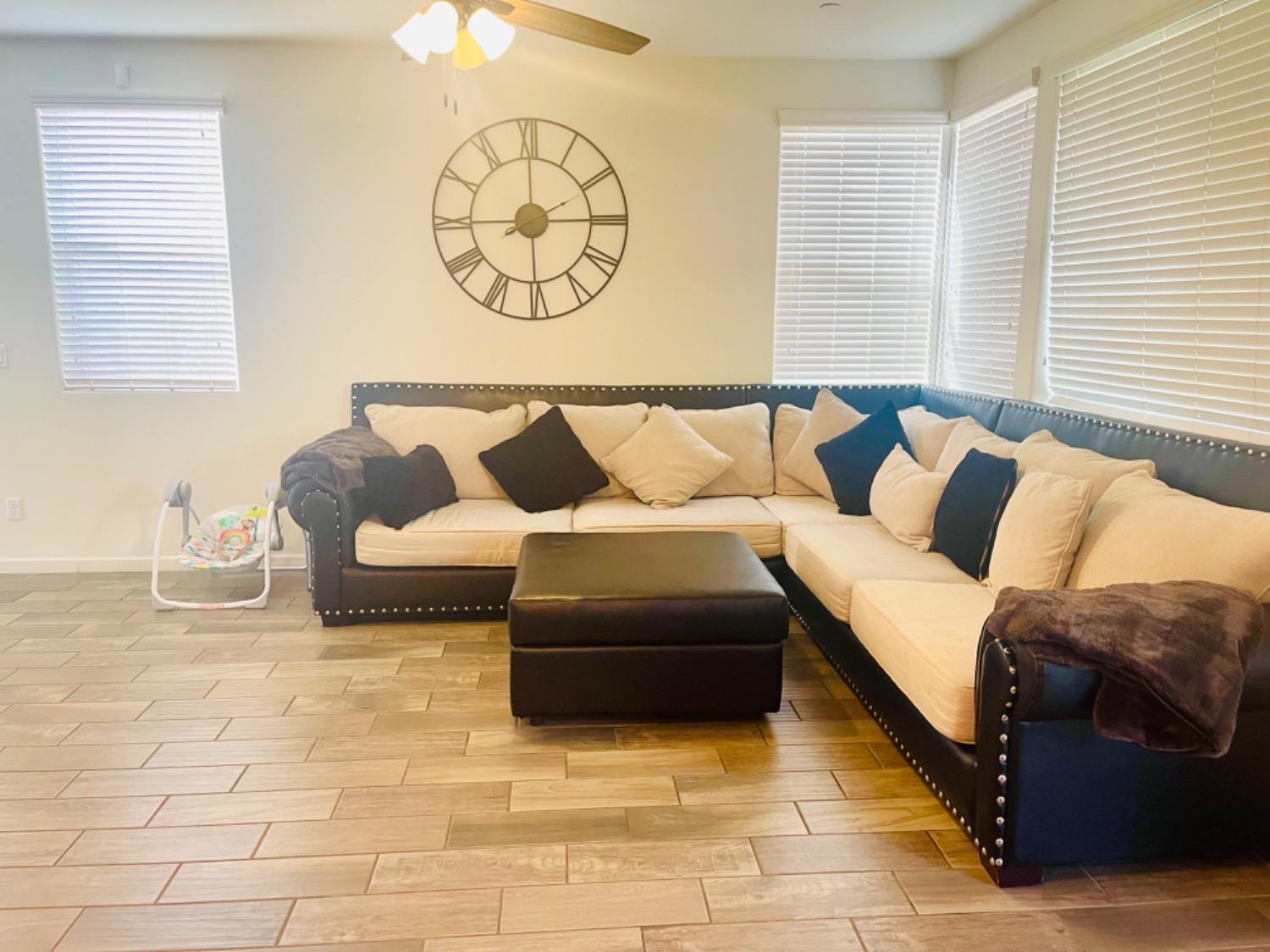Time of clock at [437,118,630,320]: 2:00
